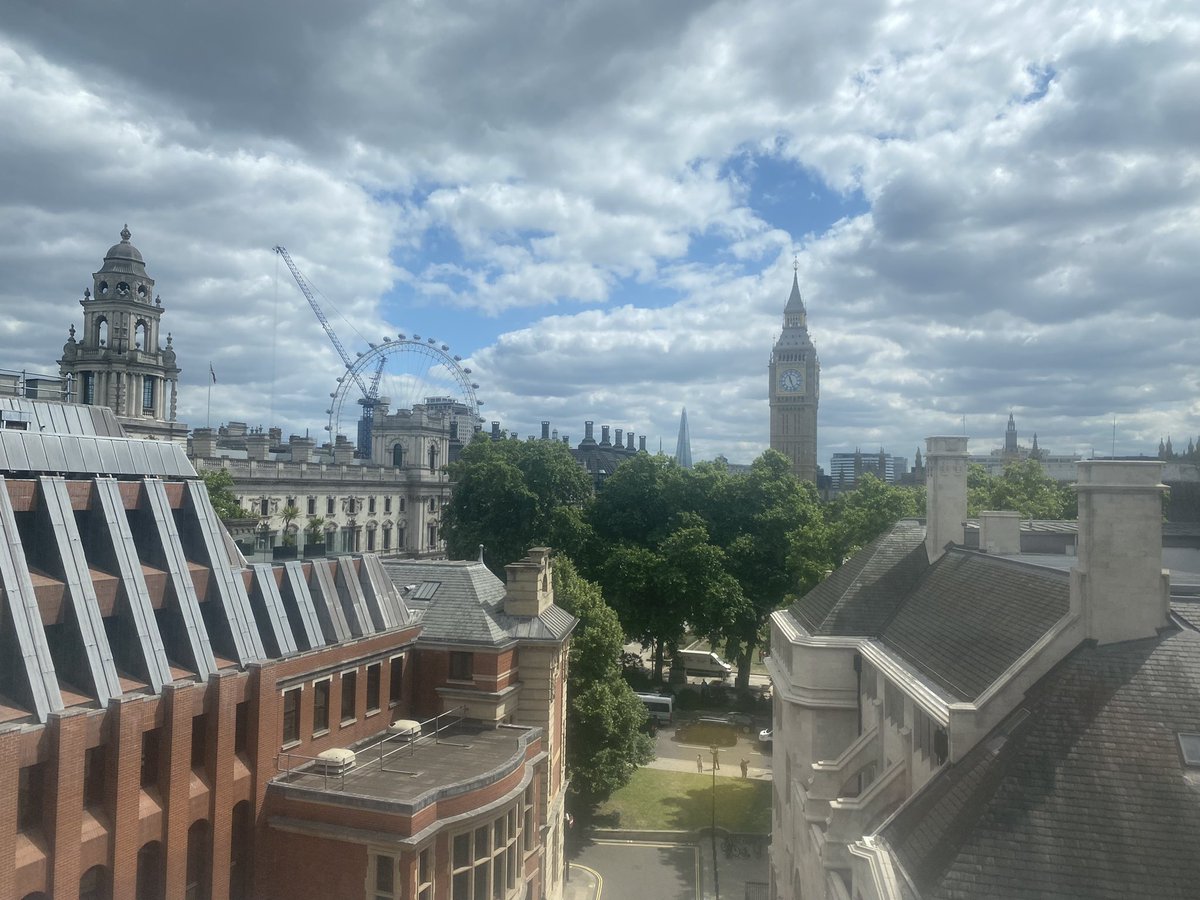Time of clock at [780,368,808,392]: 11:26
